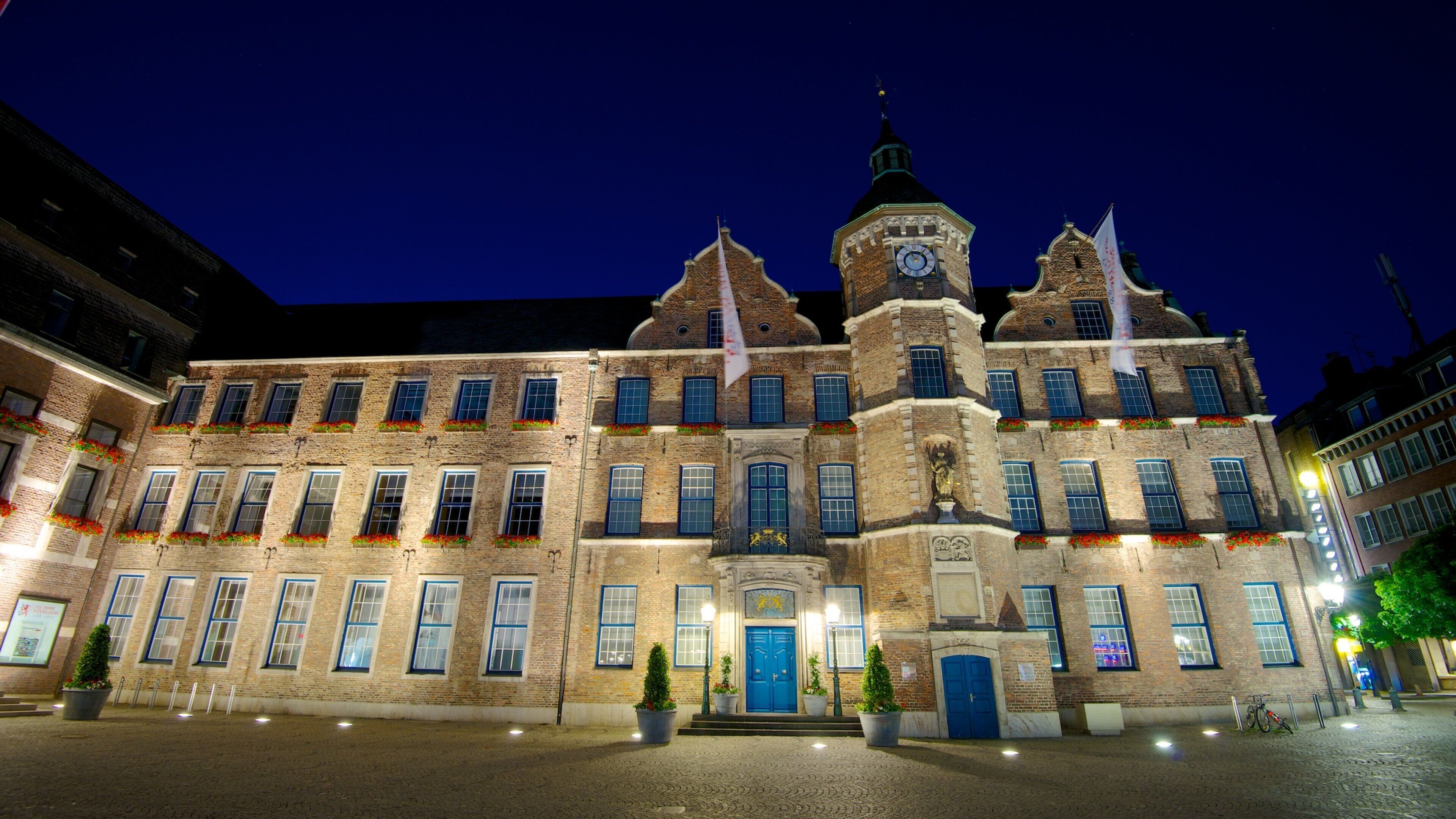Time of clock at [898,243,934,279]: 11:07
